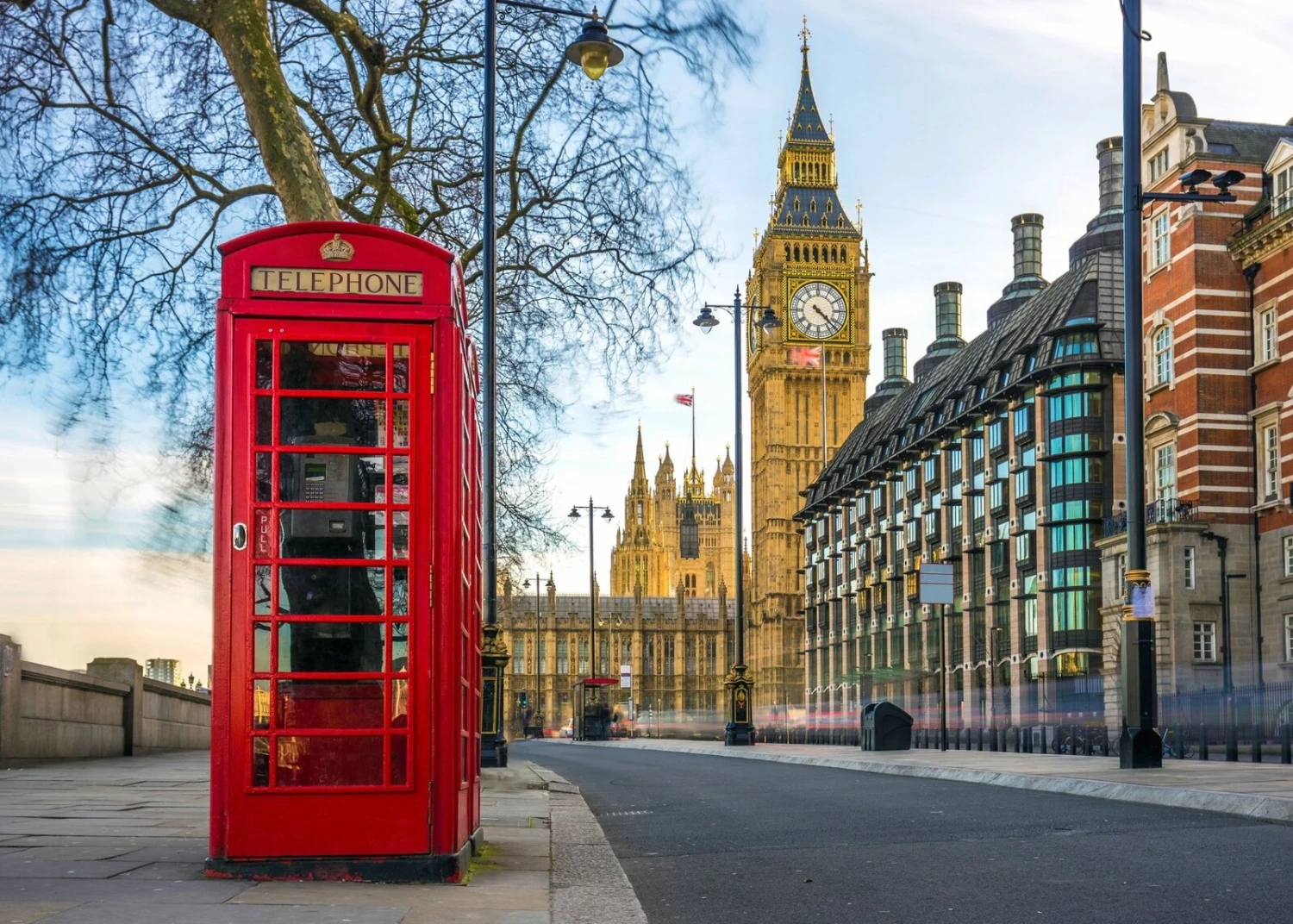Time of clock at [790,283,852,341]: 4:22
